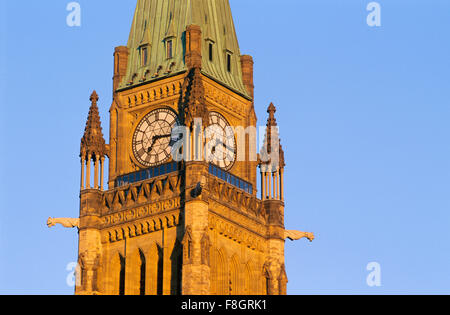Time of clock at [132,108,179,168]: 7:15
